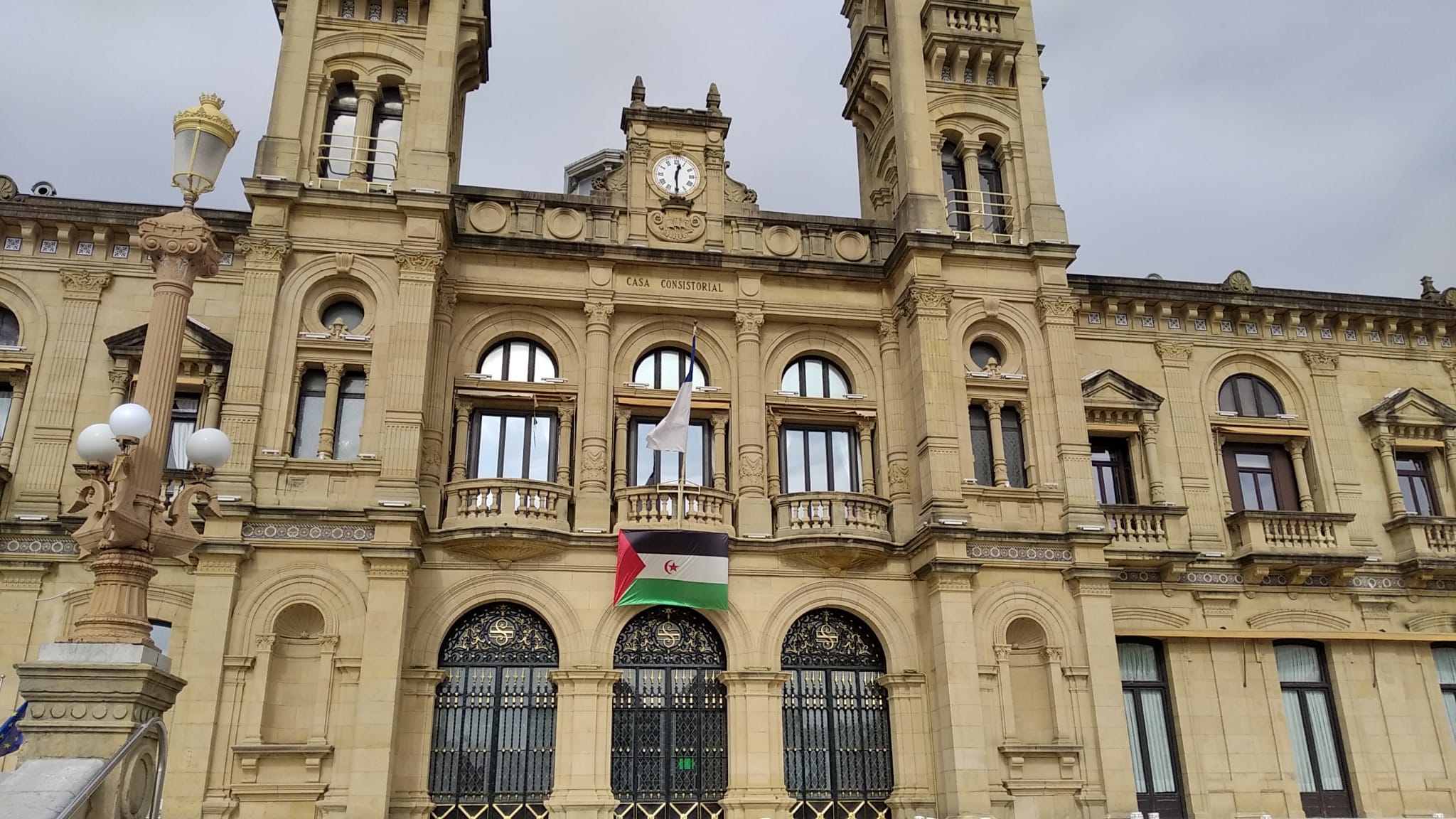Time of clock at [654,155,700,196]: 12:29
